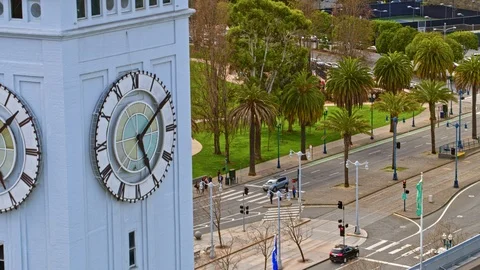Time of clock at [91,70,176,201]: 5:09
